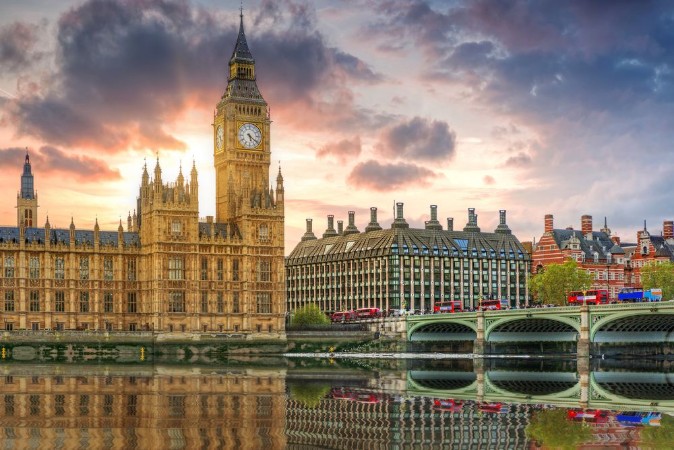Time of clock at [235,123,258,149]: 5:21
